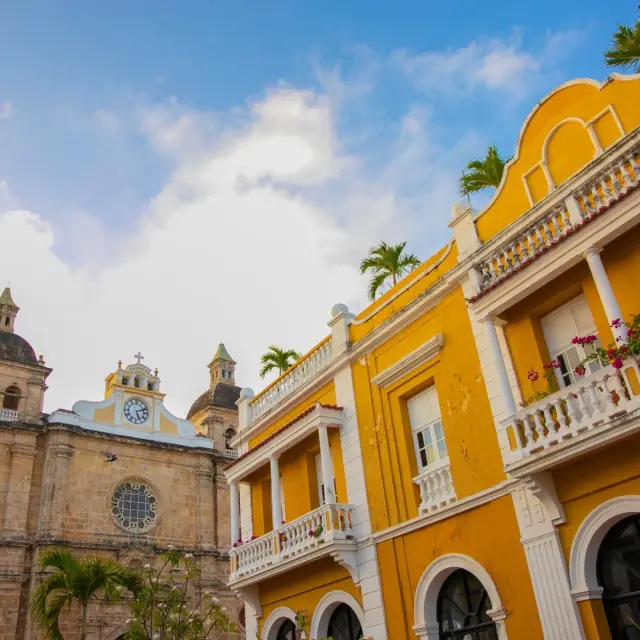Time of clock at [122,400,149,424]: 5:11
